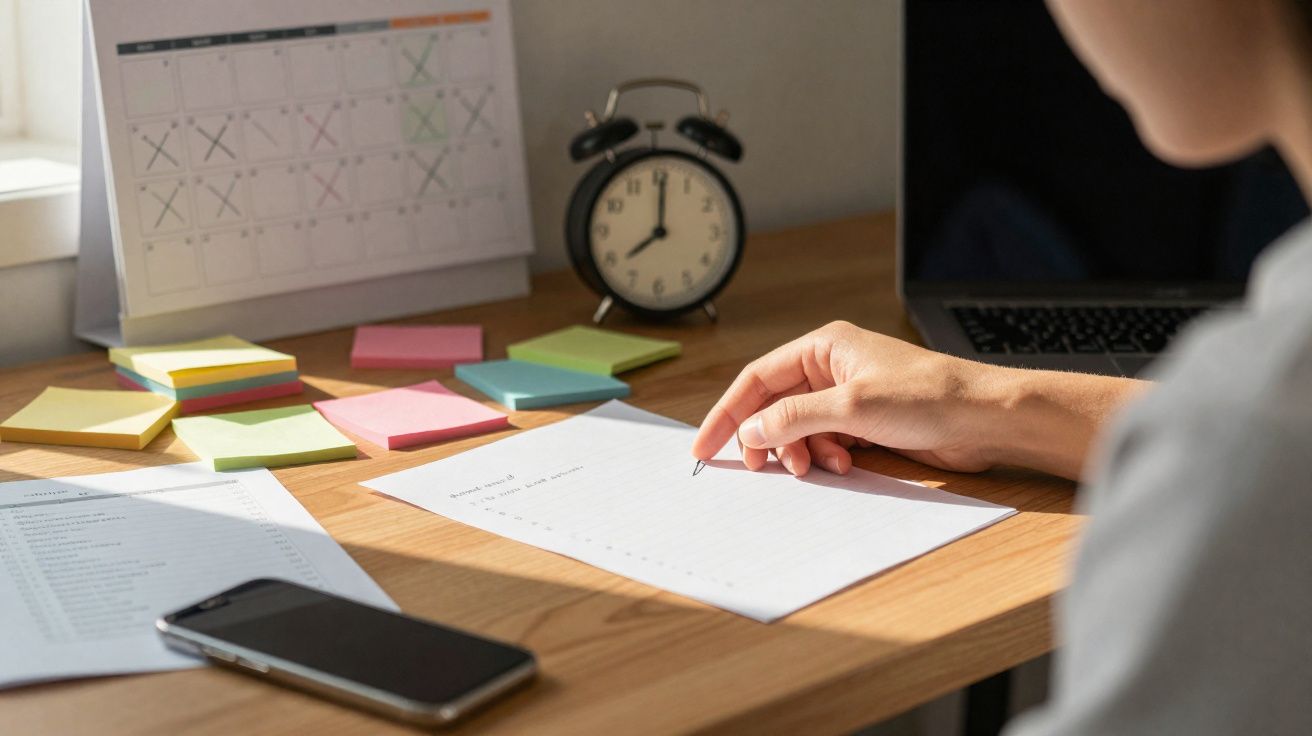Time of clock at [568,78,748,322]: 8:00
